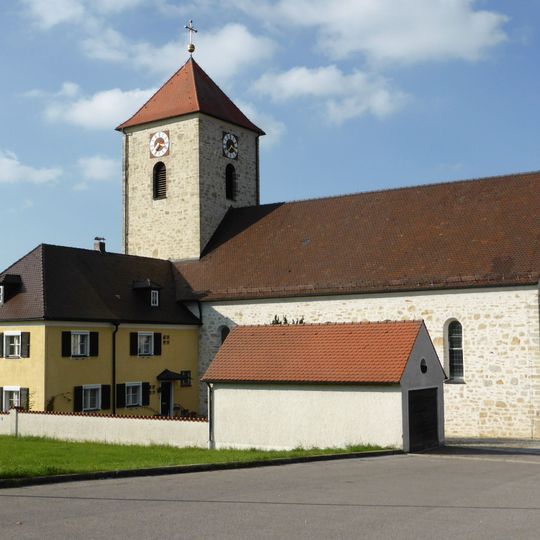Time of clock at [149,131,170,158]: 7:17
